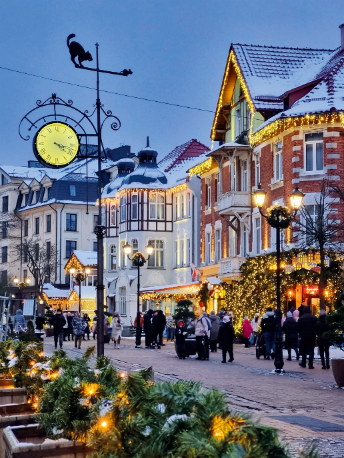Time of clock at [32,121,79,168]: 4:17
